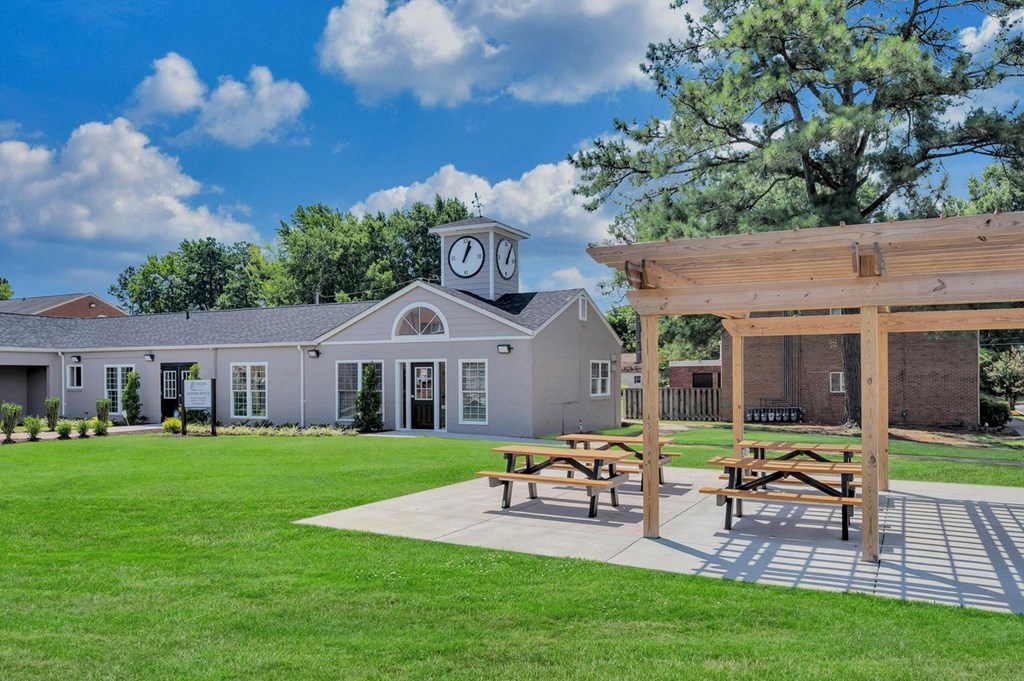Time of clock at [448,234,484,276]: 1:03
